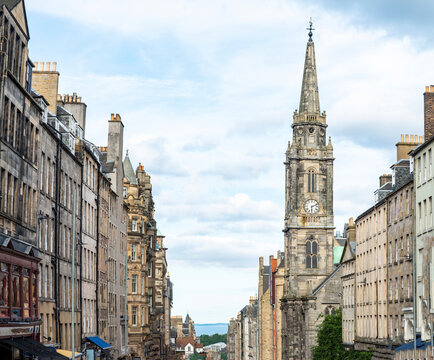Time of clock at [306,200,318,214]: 6:11
